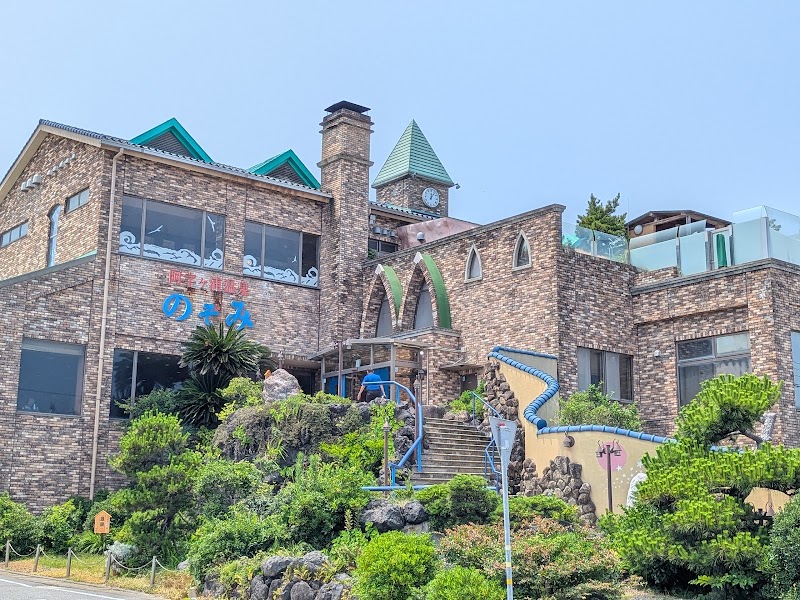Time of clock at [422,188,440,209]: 12:06
